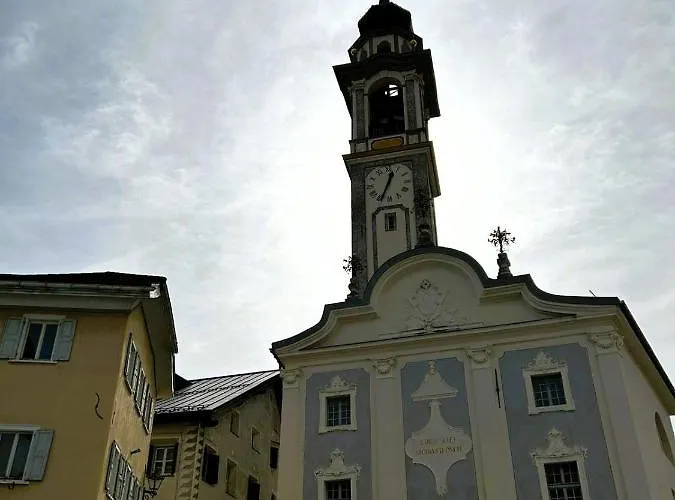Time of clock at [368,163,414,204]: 12:34
